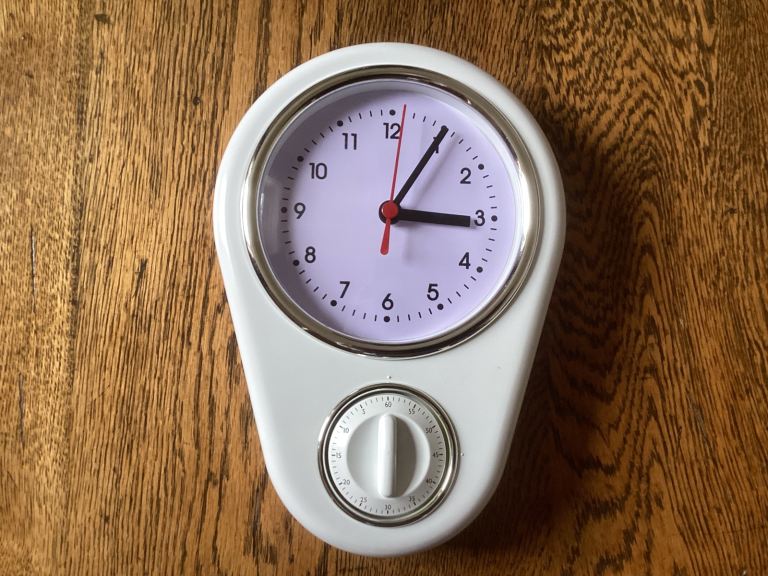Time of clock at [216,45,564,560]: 3:05
